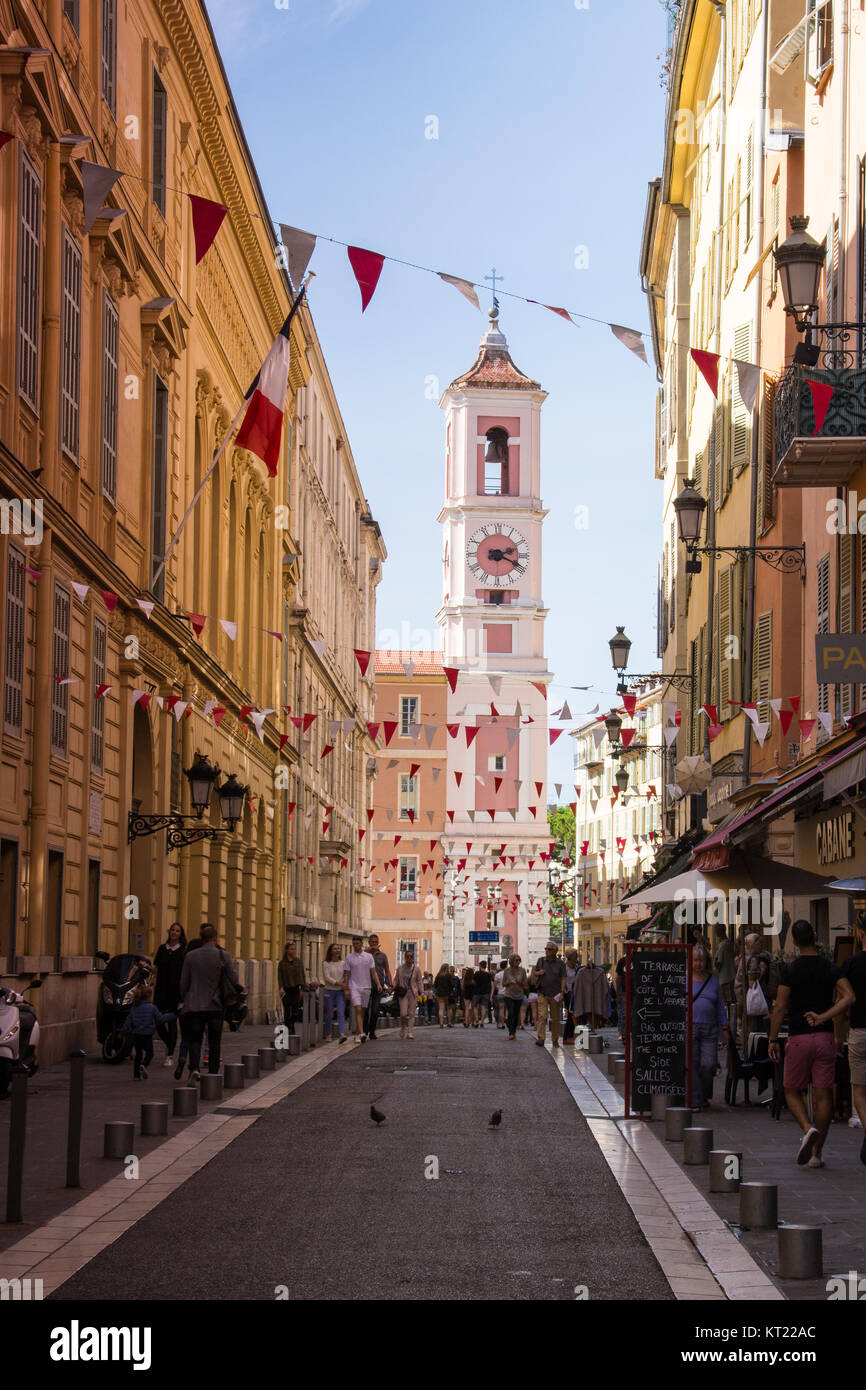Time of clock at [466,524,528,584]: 2:18
